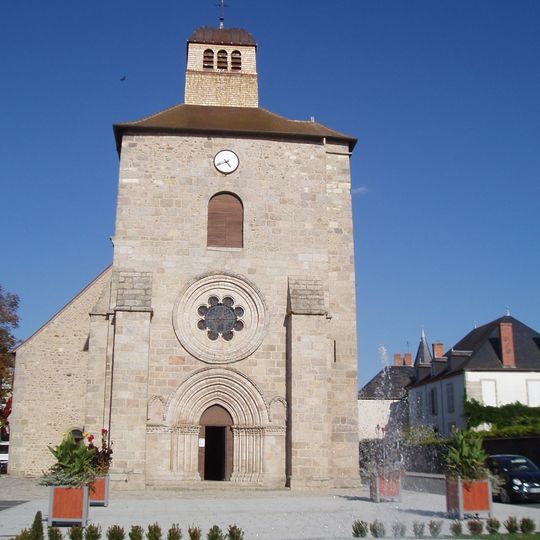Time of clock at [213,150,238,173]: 4:41
